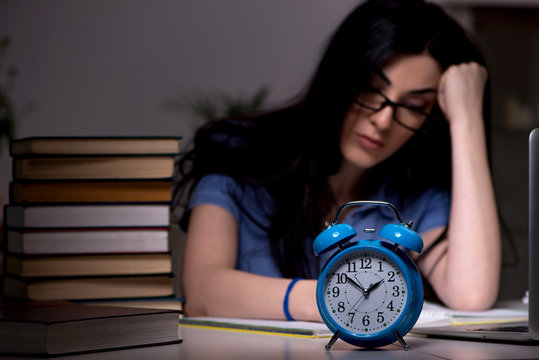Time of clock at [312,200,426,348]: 1:51
